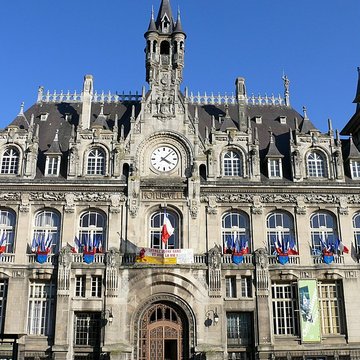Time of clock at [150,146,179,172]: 4:07
